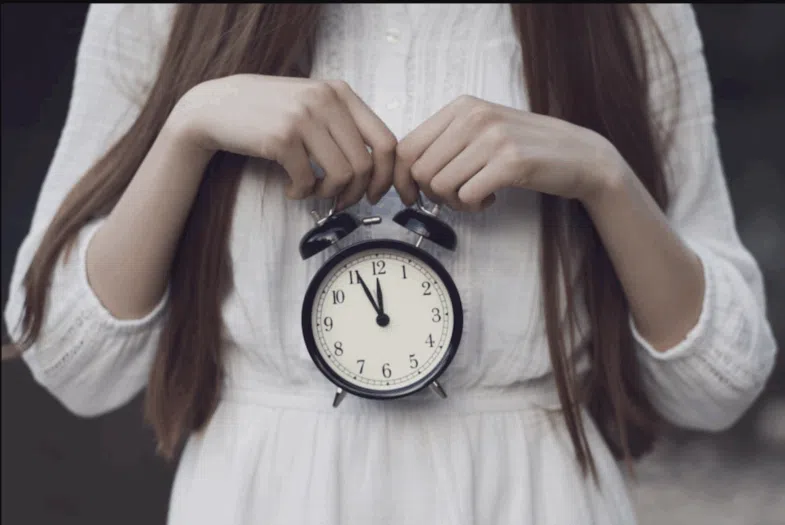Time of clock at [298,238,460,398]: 11:55
